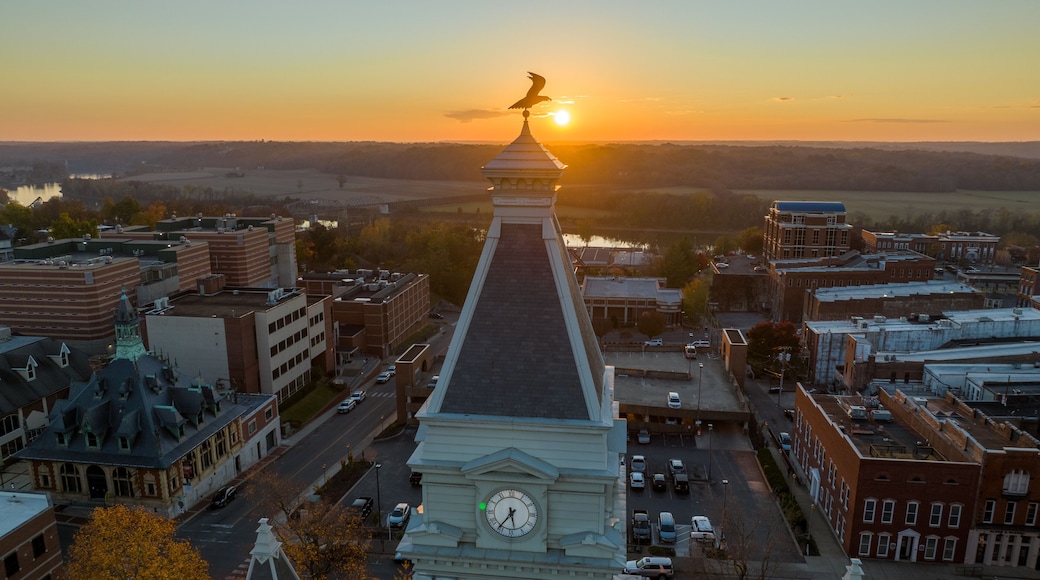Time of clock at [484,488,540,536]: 5:36
